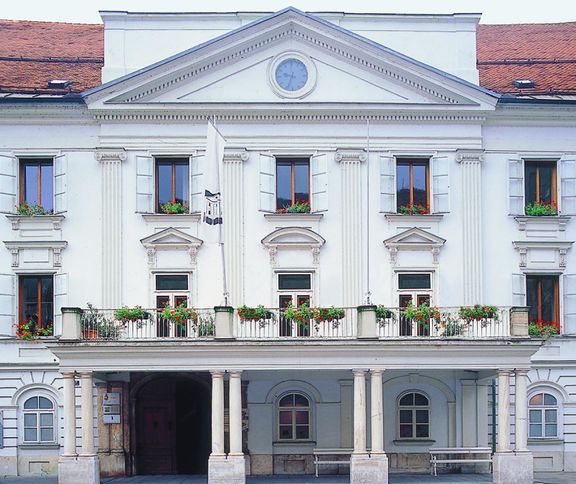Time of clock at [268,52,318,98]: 9:33
